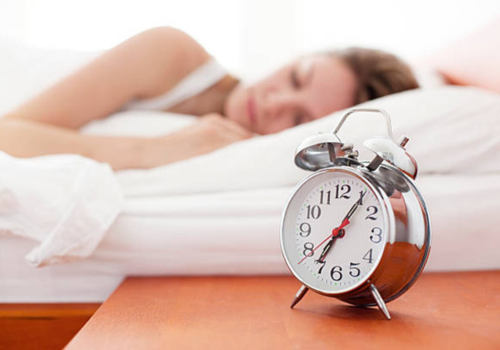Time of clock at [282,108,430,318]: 7:06
